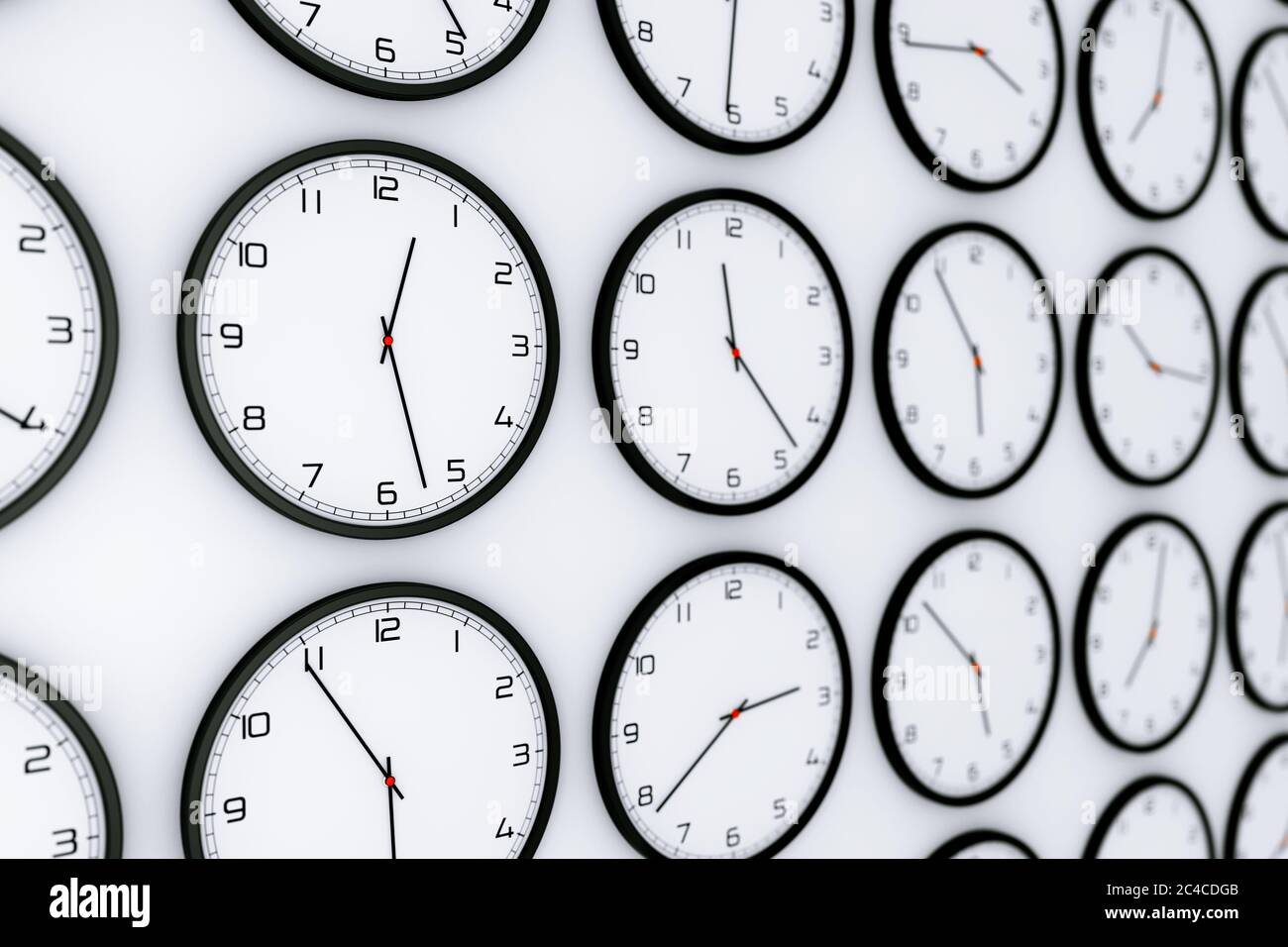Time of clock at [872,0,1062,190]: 3:44
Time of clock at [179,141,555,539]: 12:27
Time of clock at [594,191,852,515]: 11:22
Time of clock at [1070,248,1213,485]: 10:16
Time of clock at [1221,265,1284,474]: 10:16
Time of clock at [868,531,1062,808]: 5:51
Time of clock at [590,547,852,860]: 2:38
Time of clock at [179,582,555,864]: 5:54
